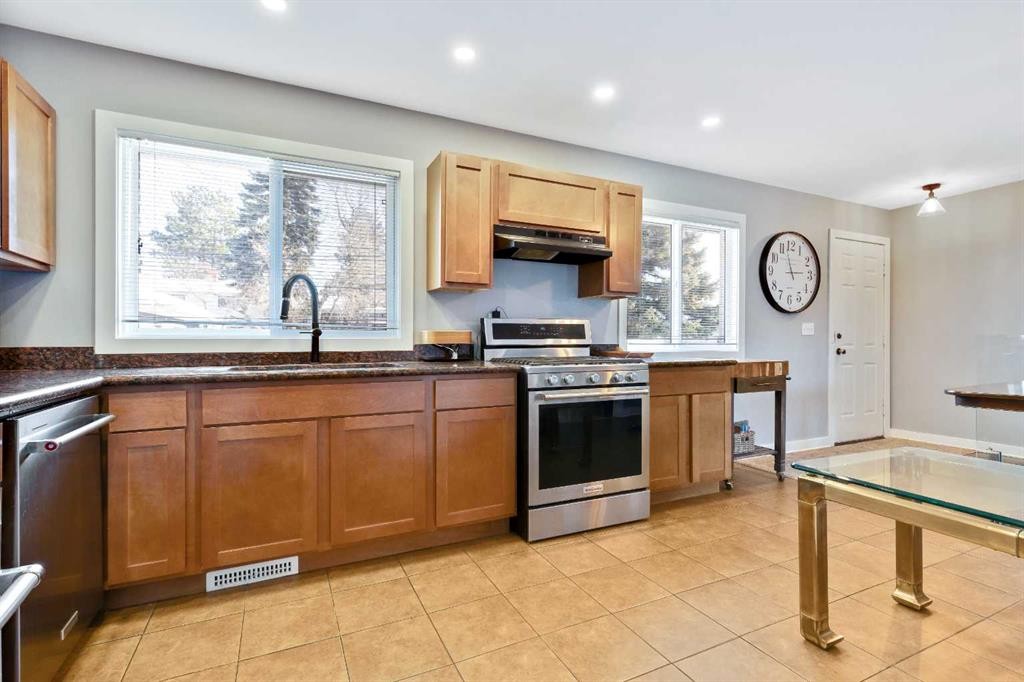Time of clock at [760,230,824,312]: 2:57
